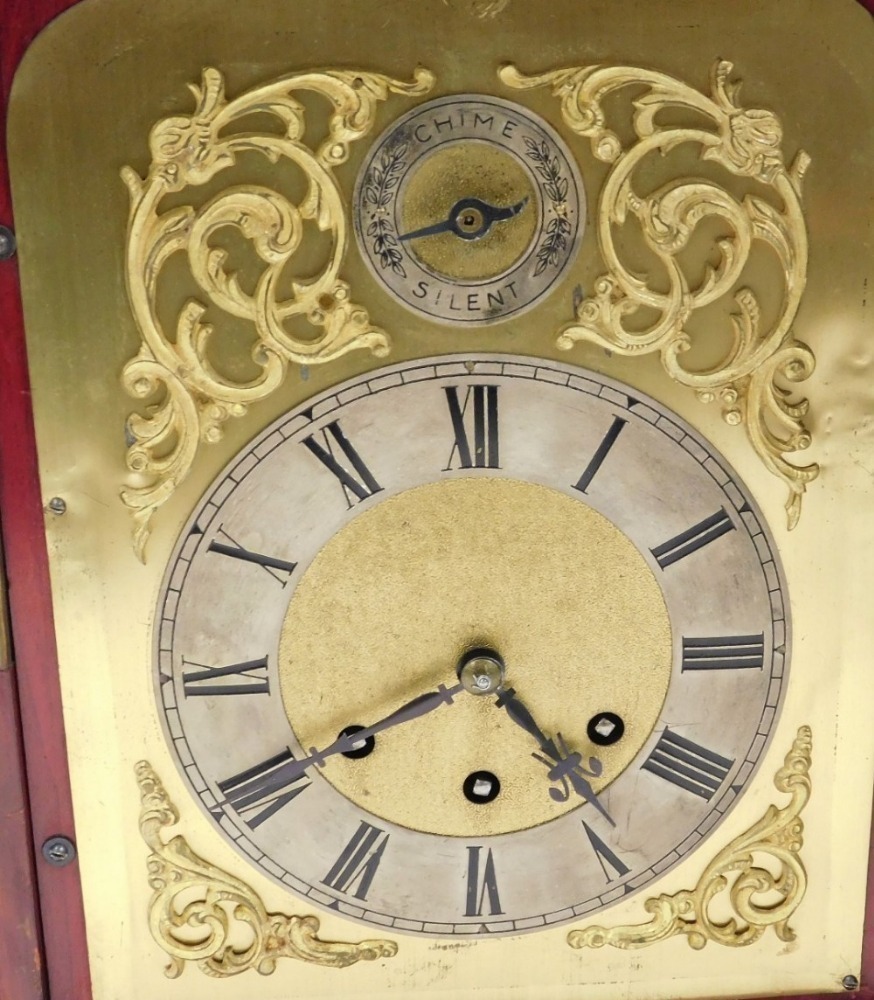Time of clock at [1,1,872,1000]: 4:40
